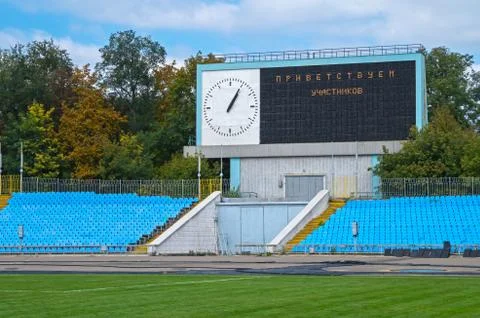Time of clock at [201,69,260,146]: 1:04
